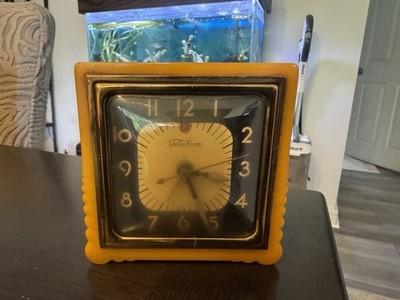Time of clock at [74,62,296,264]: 5:18
